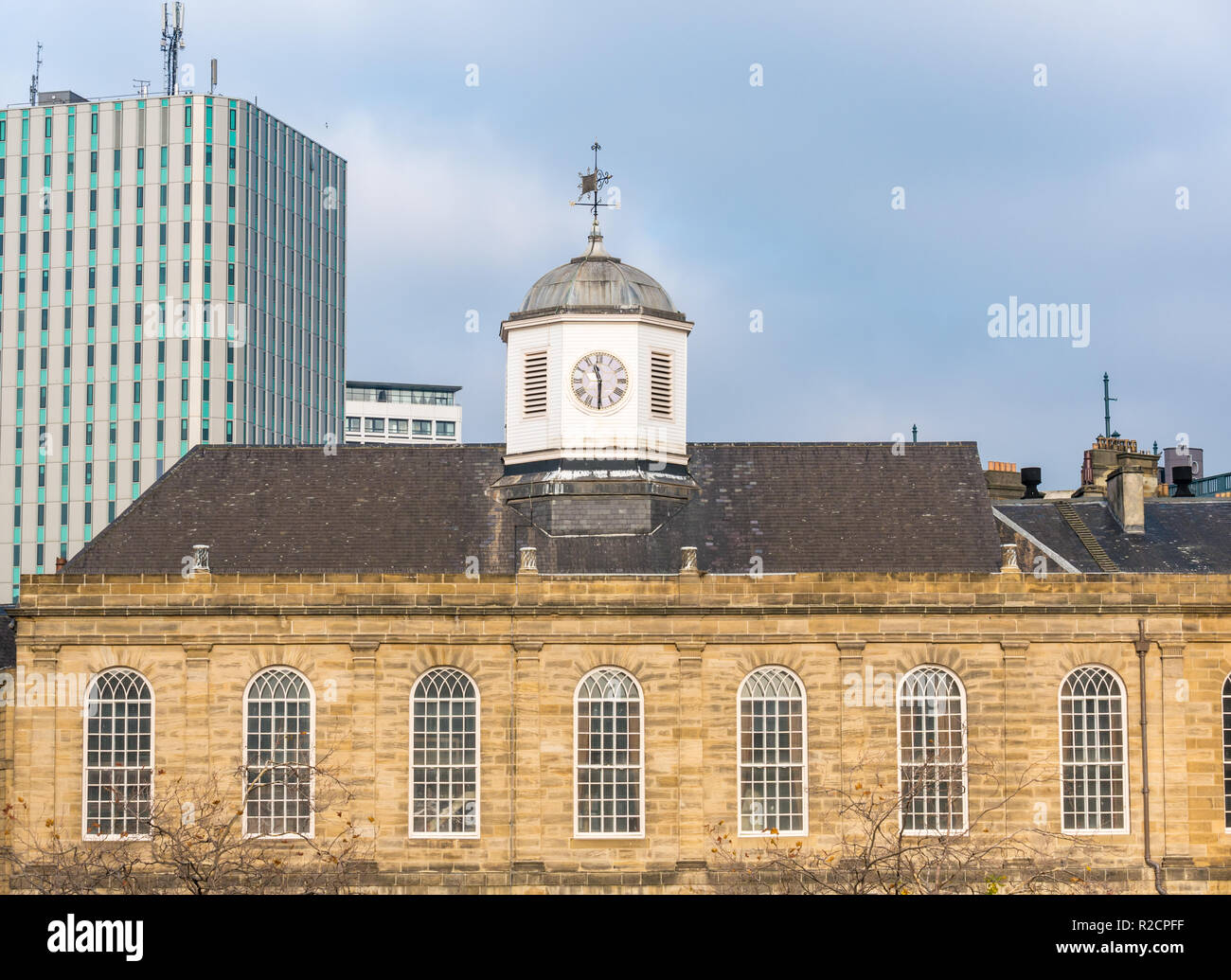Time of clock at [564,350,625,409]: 11:30
